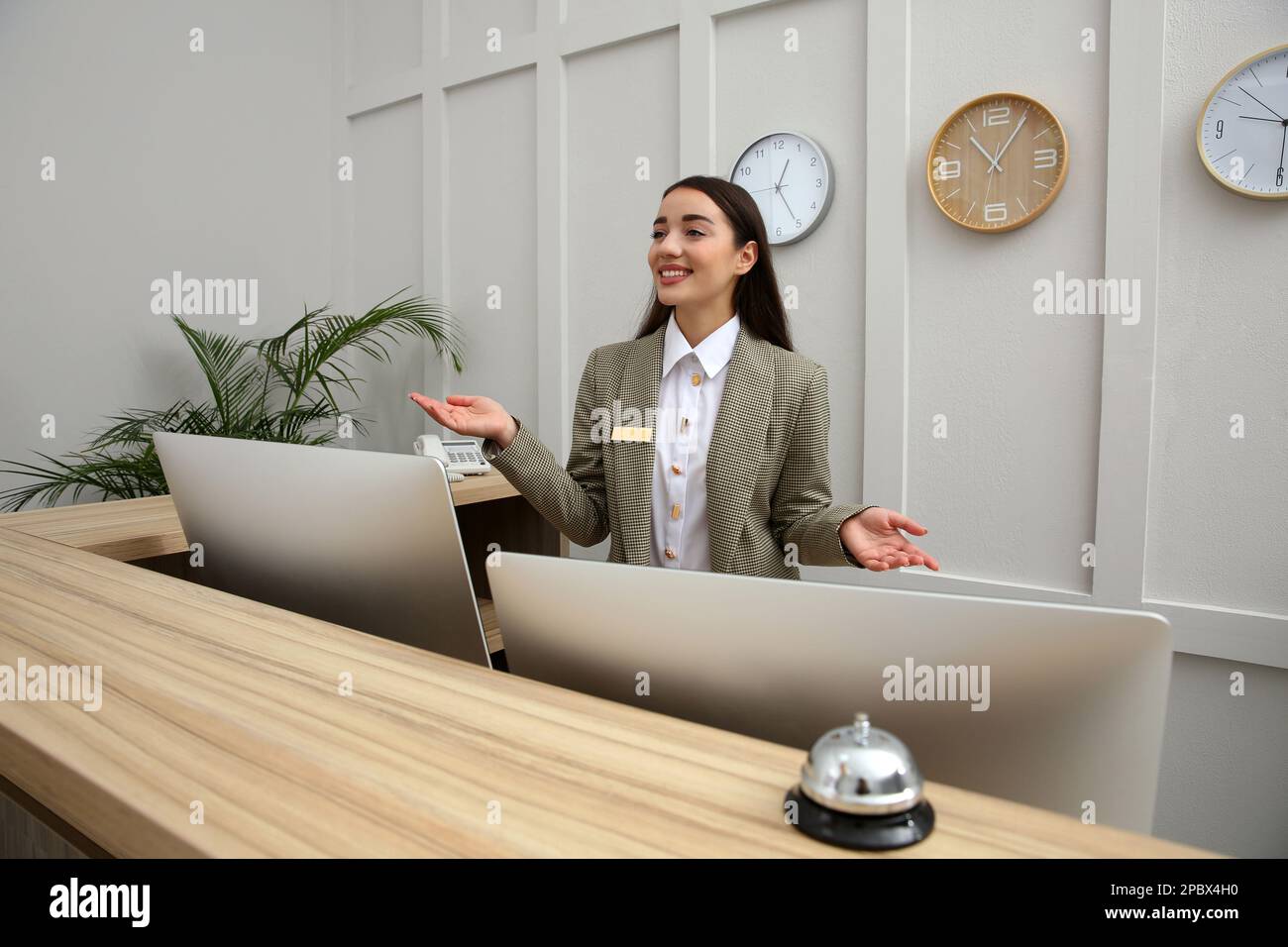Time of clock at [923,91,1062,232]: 11:05
